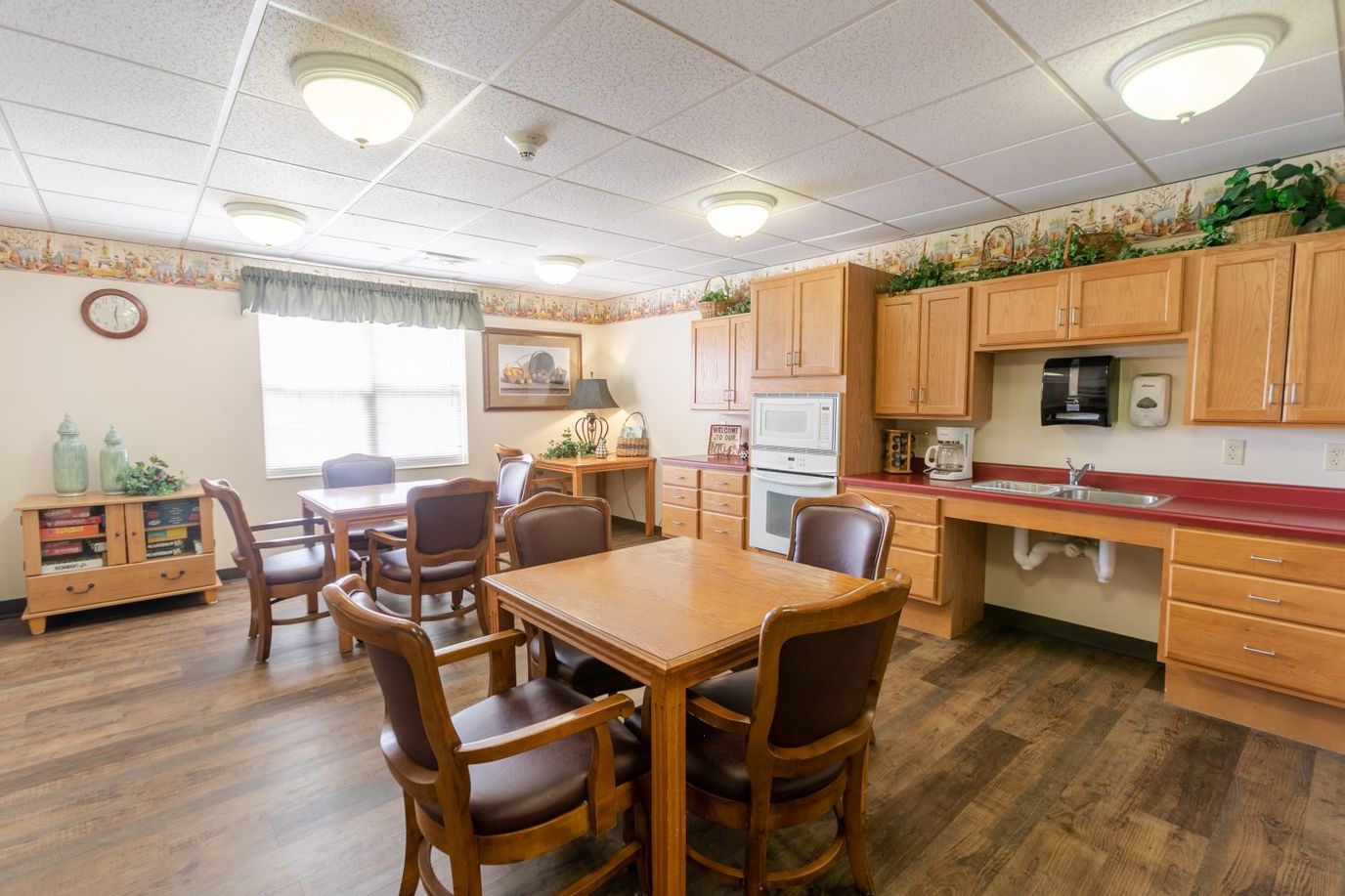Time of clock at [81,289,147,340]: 12:28
